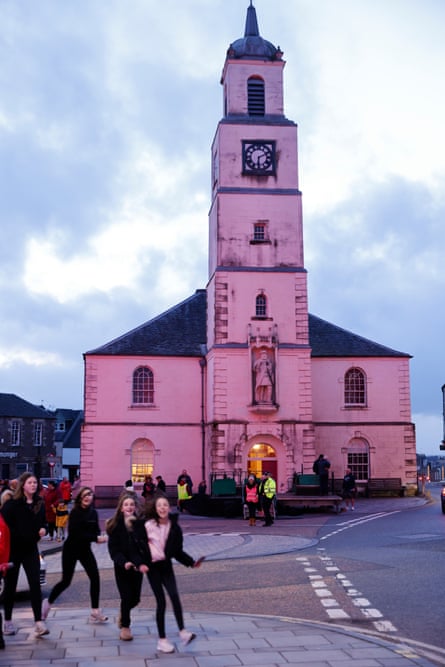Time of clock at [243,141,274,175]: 6:10
